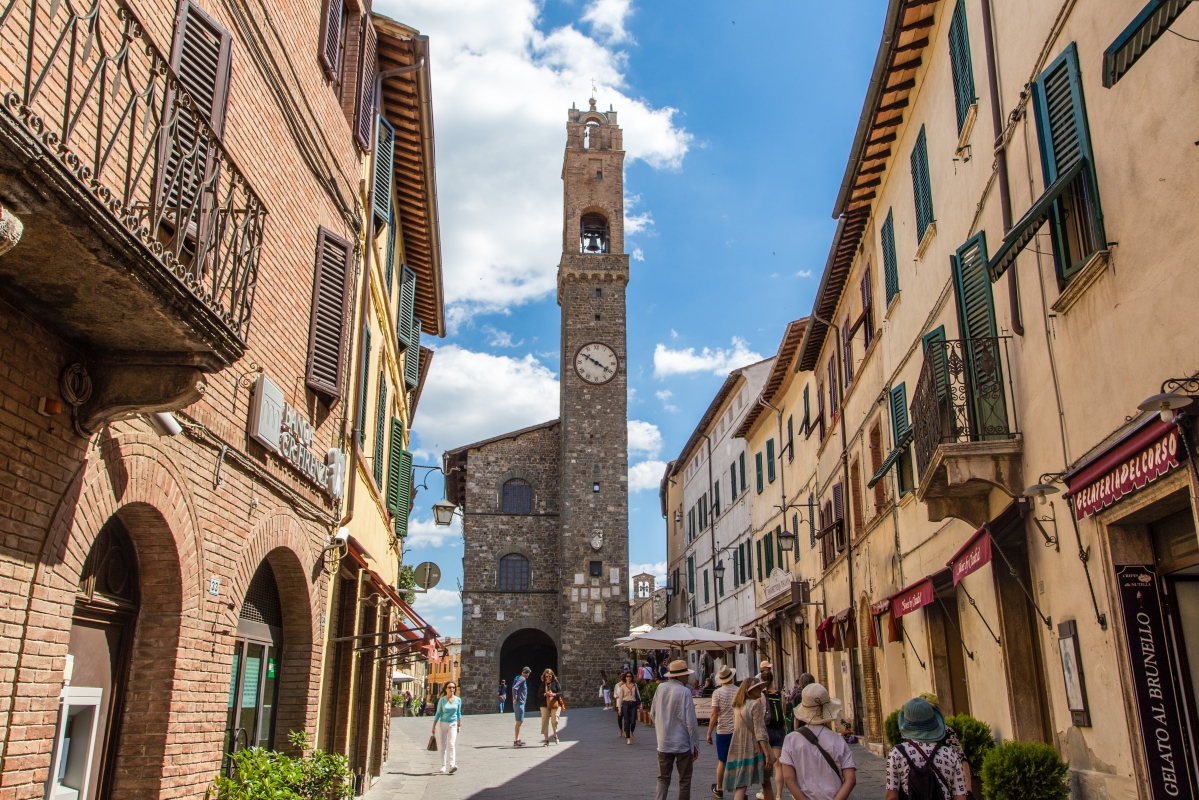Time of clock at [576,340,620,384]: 10:20
